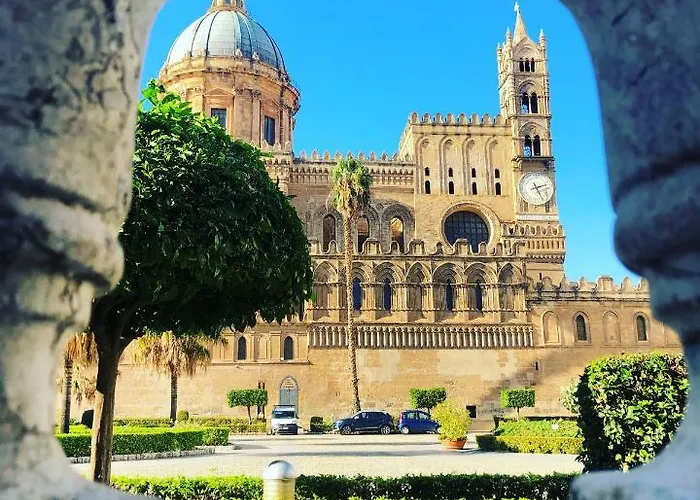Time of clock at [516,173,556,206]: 2:25
